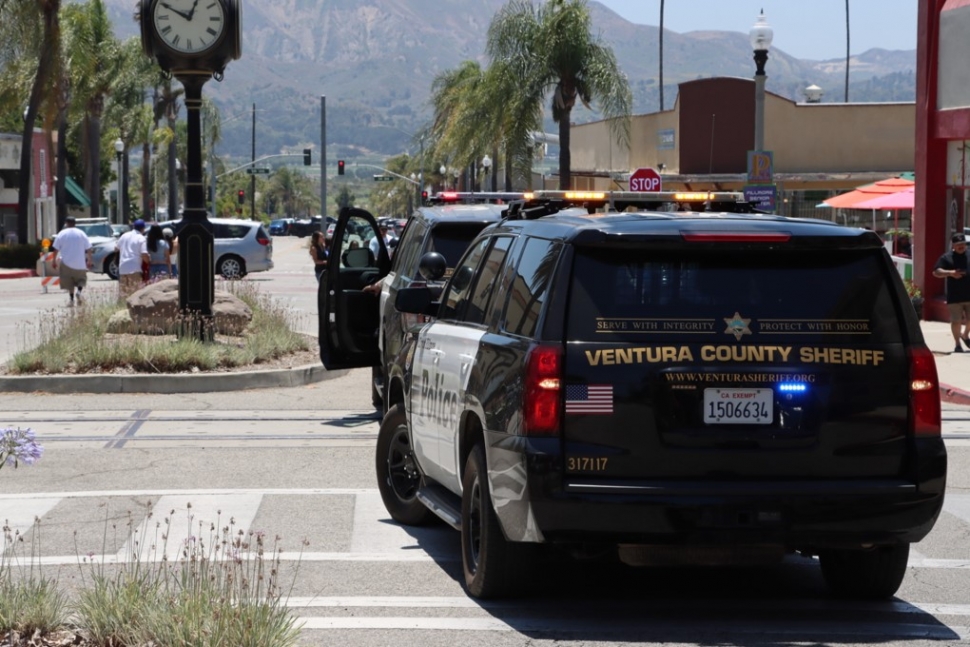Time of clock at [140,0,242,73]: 12:49
